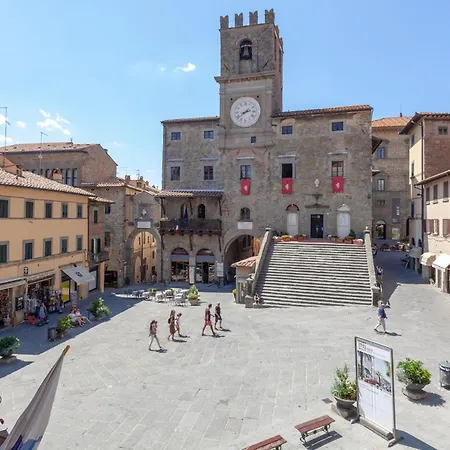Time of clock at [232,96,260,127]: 2:38
